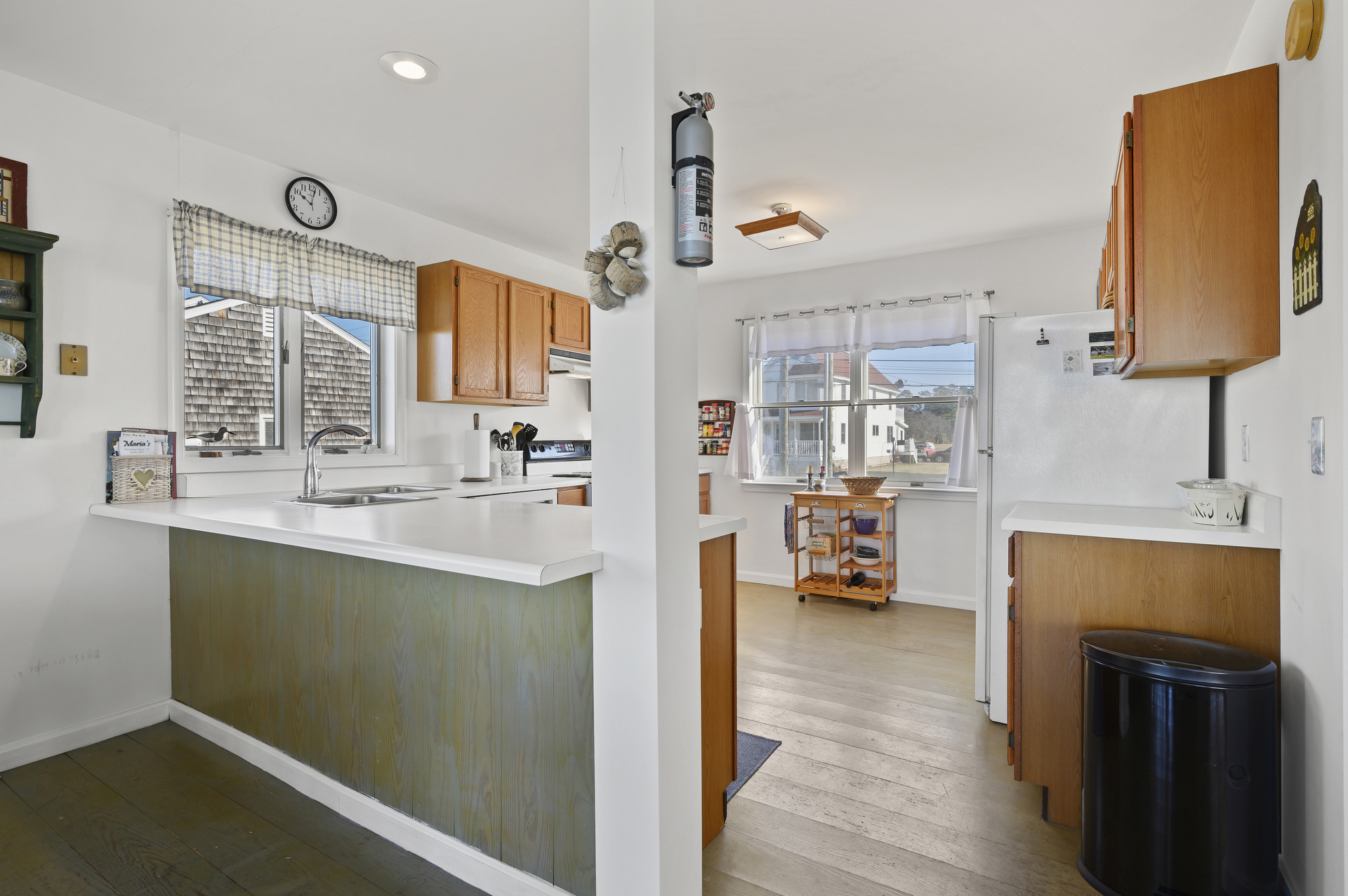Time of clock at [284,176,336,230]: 10:02
